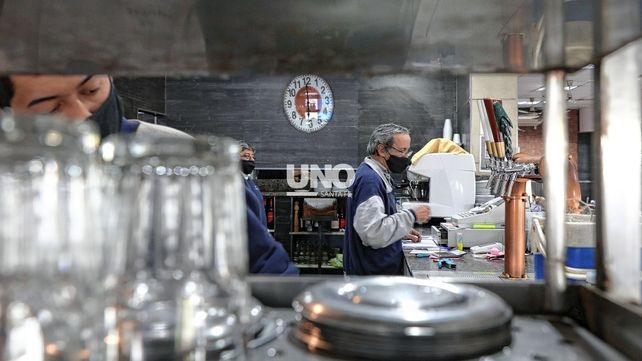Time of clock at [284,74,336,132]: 6:00
